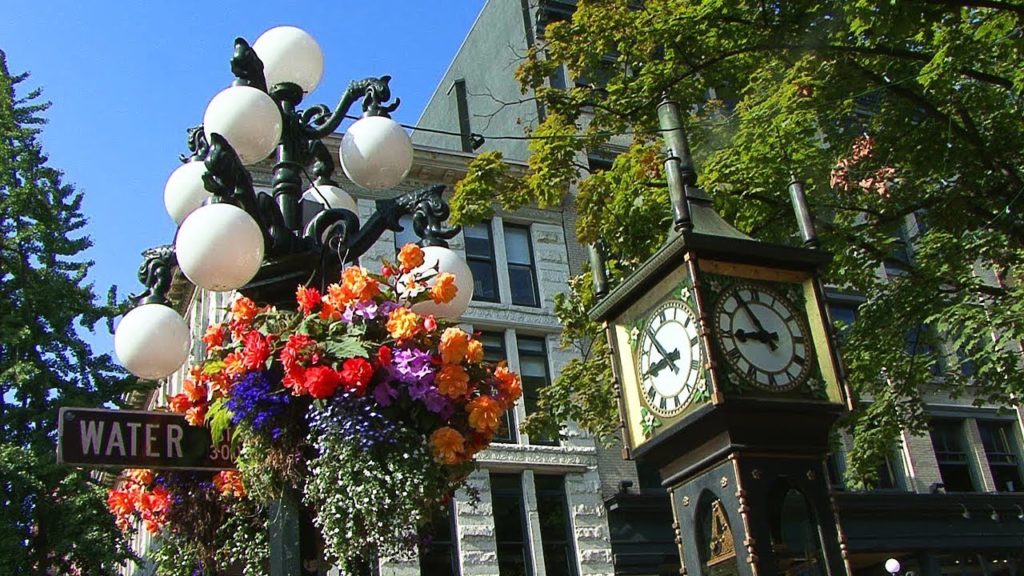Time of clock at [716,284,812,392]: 8:54
